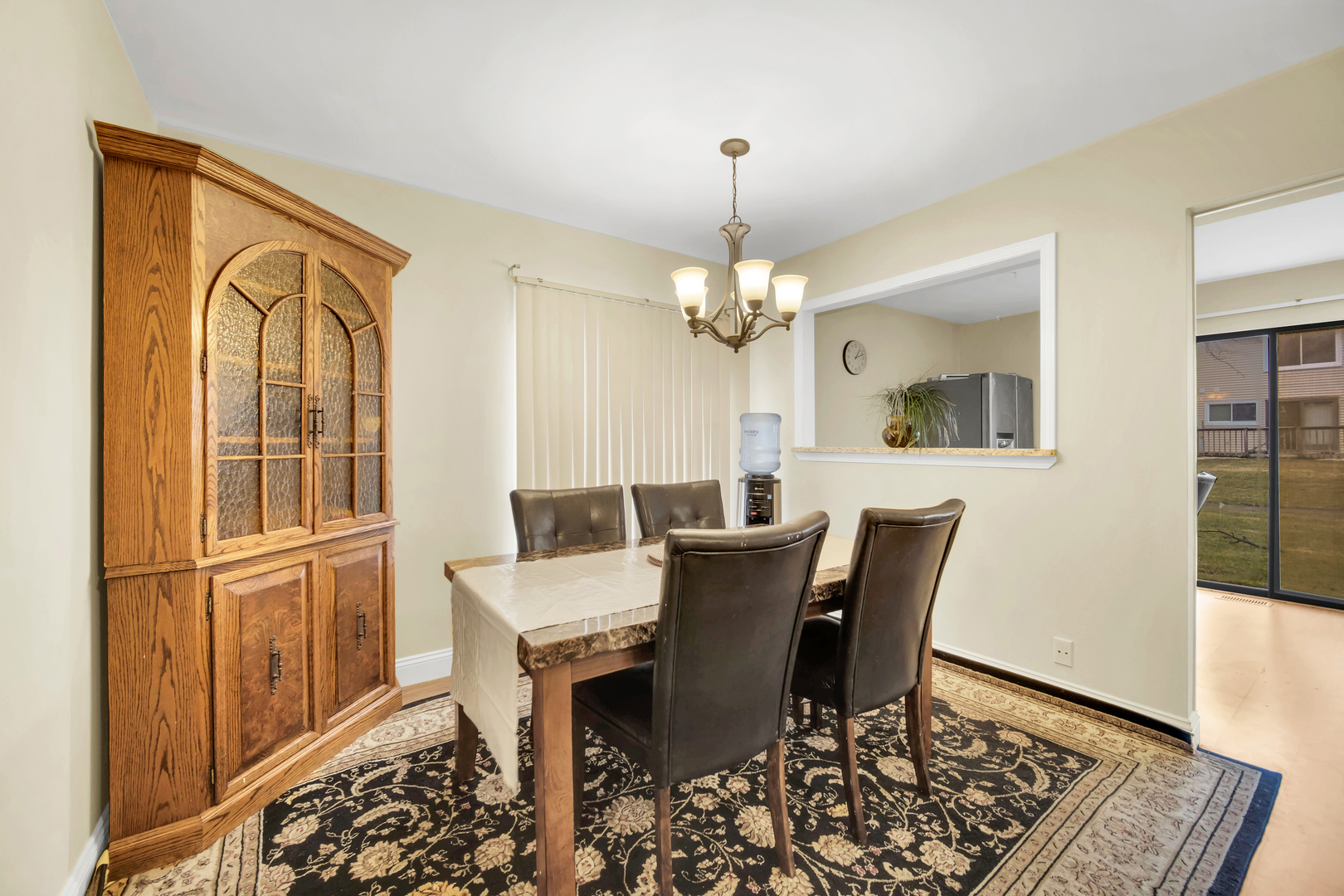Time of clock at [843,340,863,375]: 1:12
